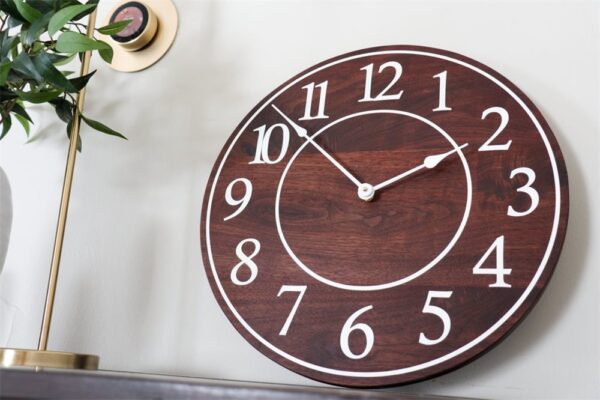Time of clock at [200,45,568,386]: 1:52
